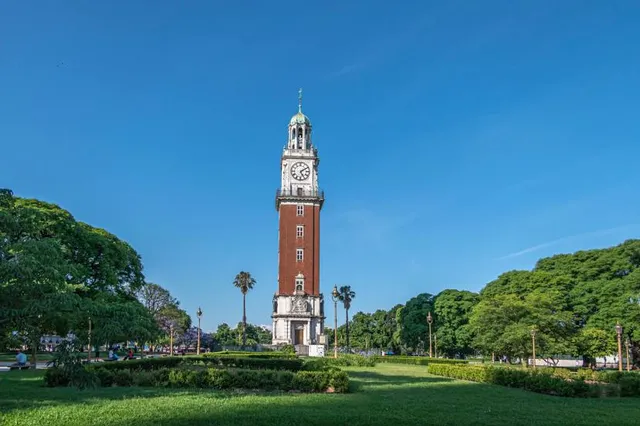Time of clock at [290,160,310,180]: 5:09
